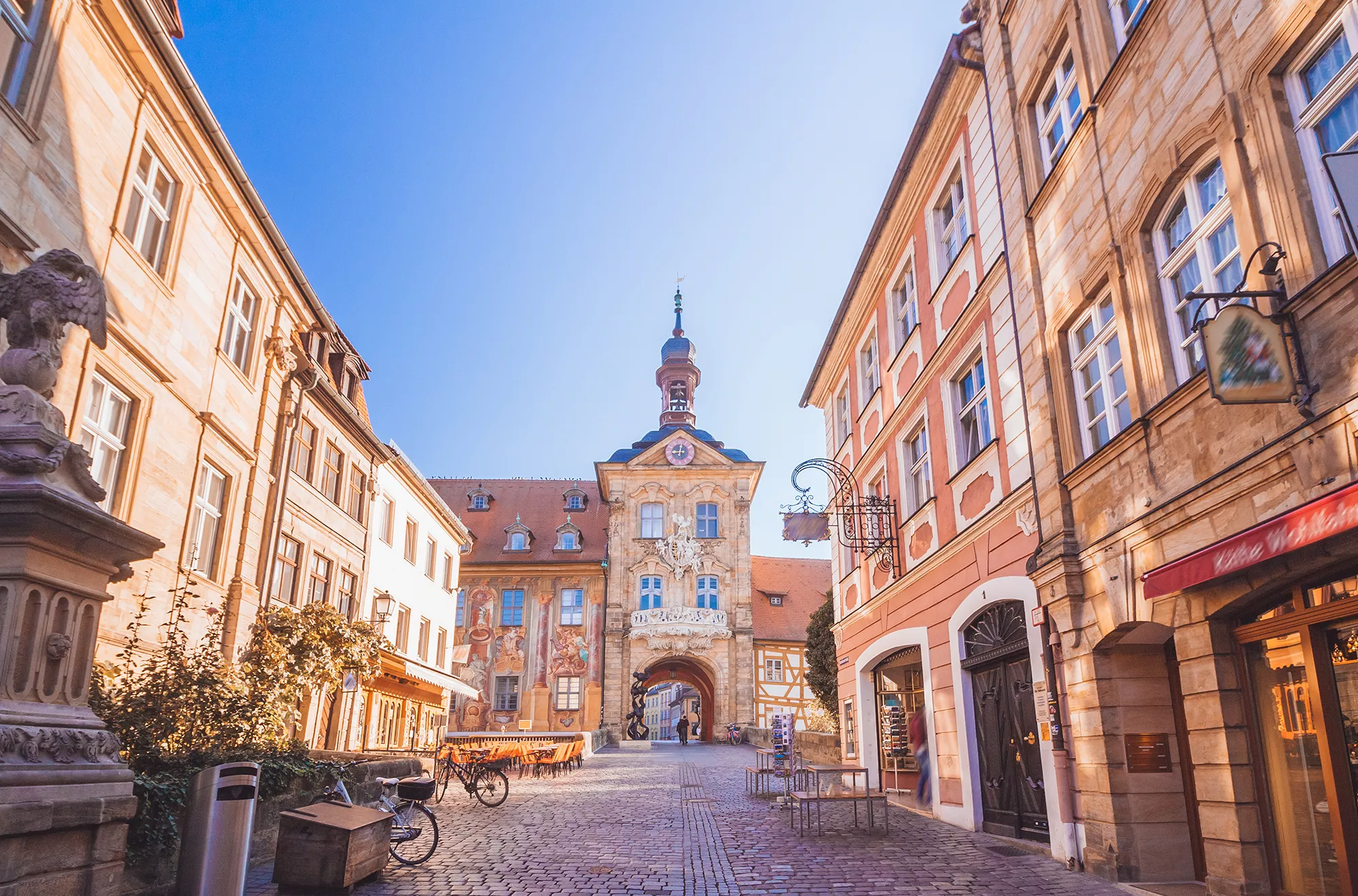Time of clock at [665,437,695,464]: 9:01
